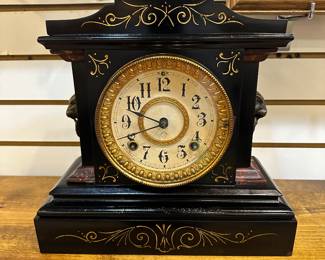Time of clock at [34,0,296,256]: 9:41
